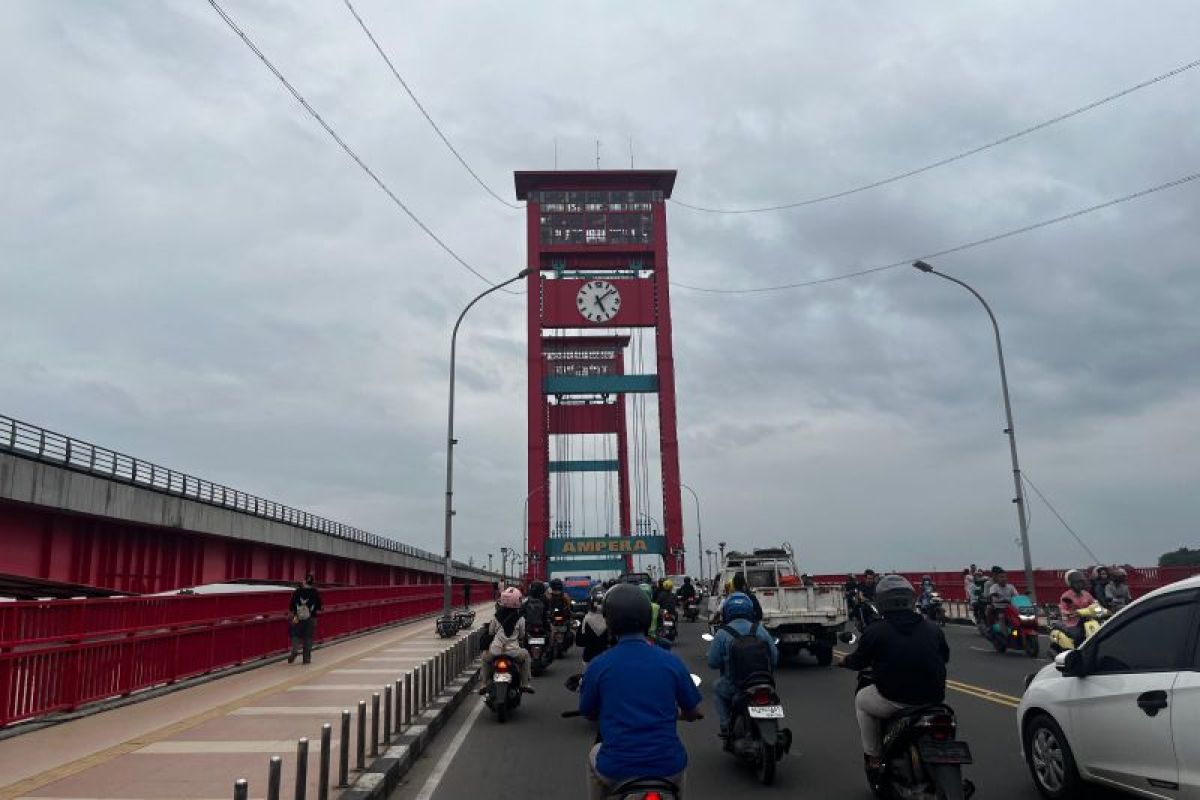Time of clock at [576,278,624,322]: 5:08
